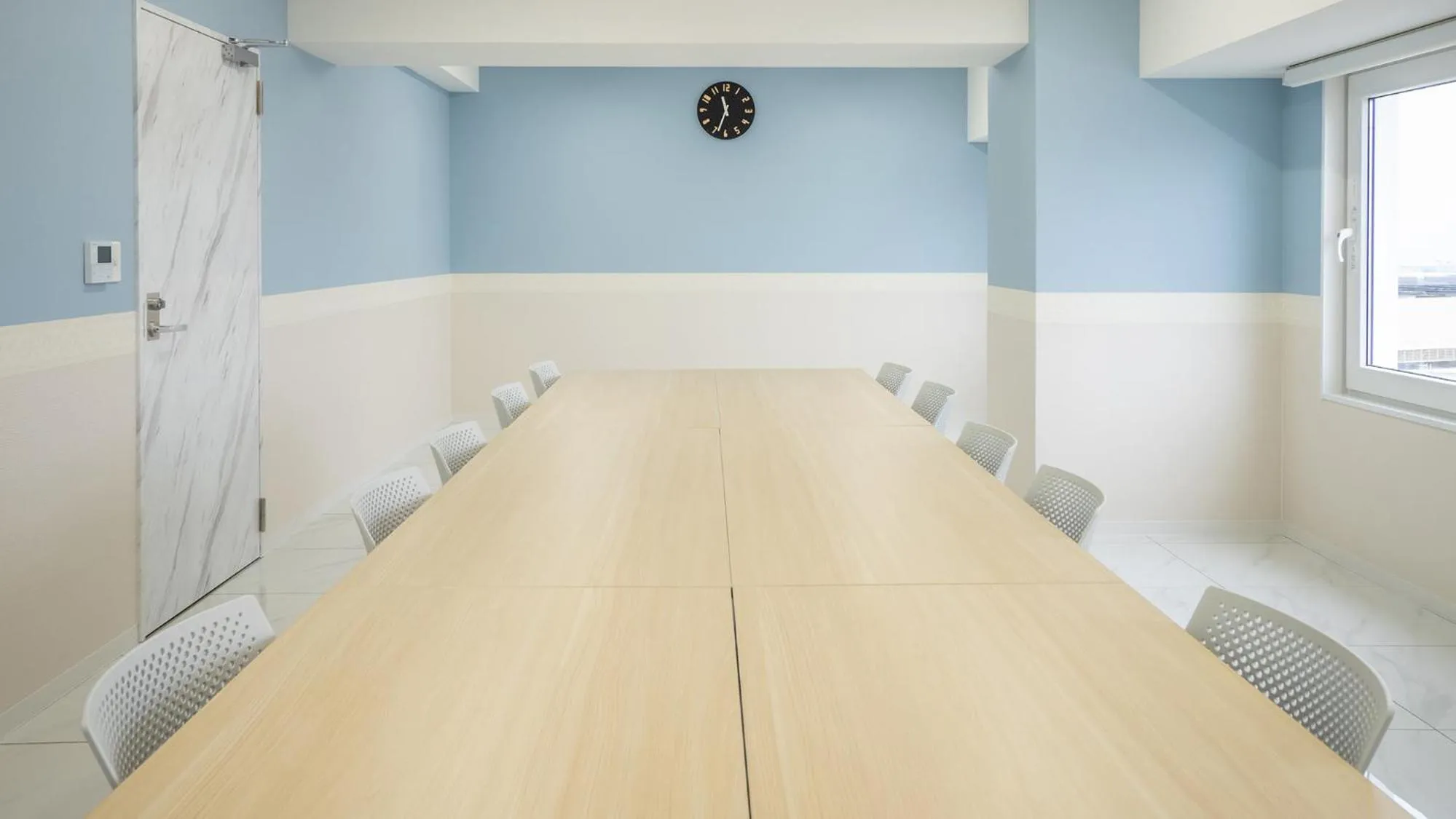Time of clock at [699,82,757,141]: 11:33
